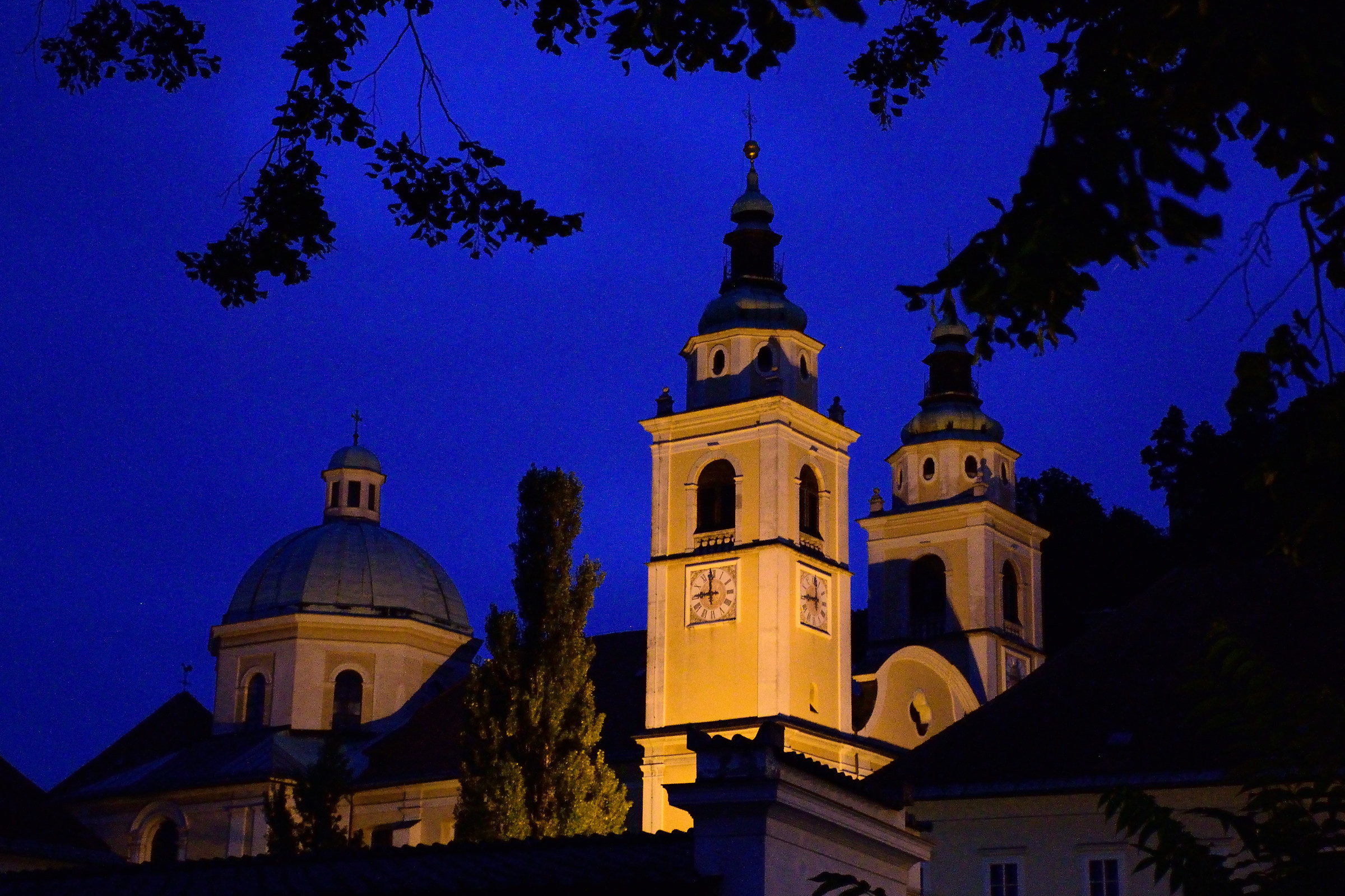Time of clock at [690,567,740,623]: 8:59
